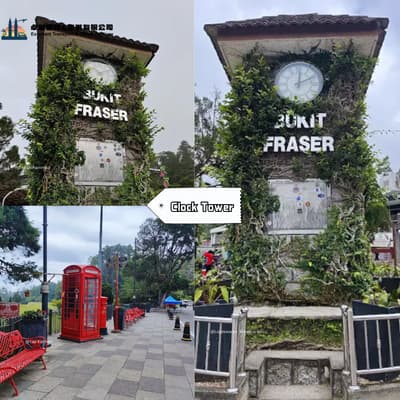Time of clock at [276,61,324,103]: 12:10
